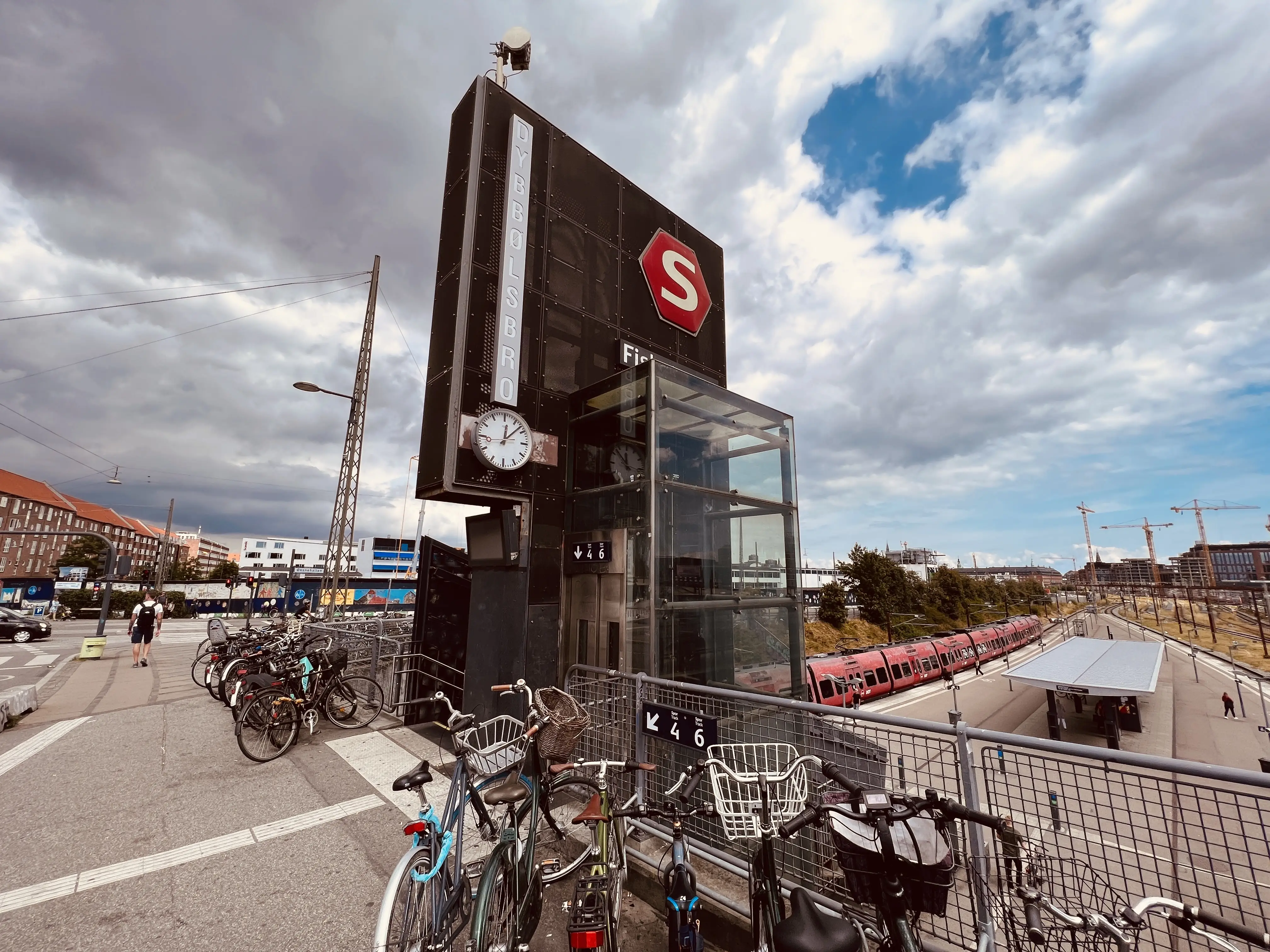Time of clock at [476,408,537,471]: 12:07
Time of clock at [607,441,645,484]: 11:53
